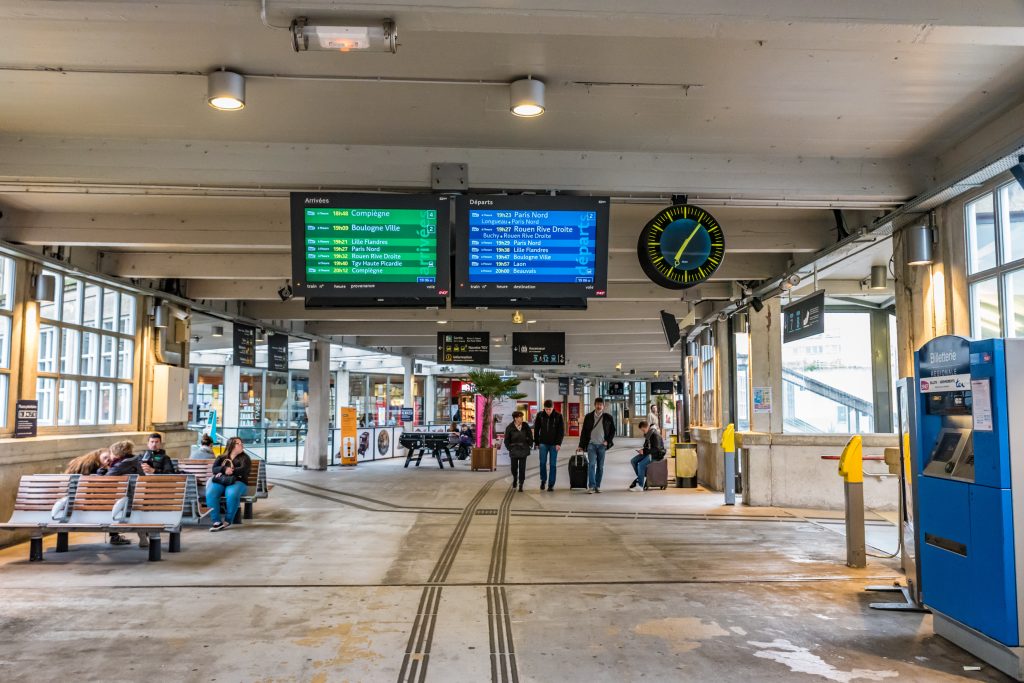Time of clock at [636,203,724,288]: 7:06
